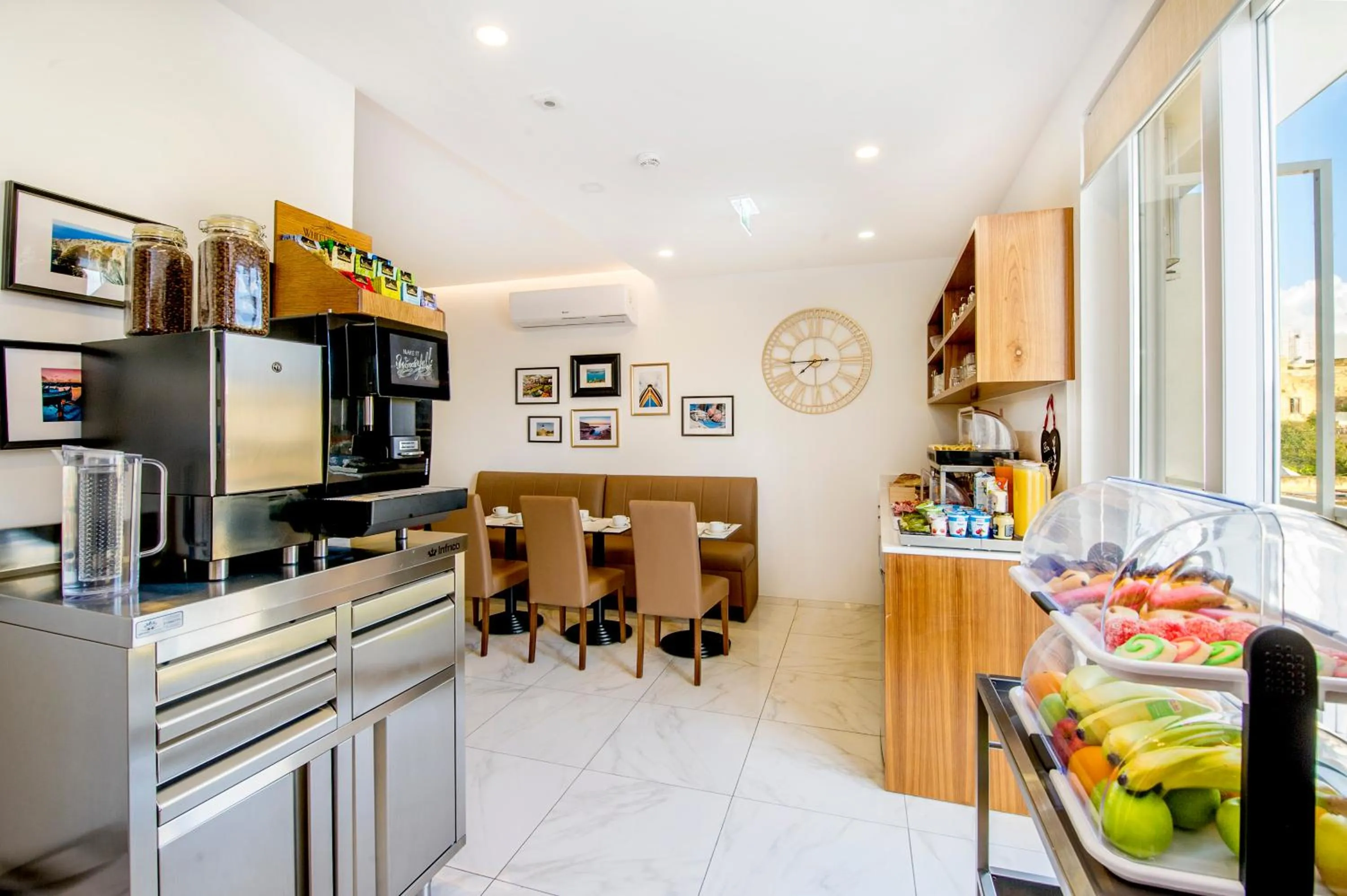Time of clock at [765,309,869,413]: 7:44
